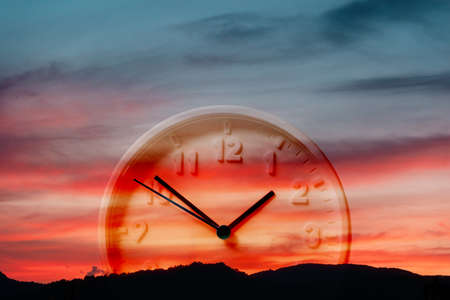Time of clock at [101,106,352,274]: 1:51
